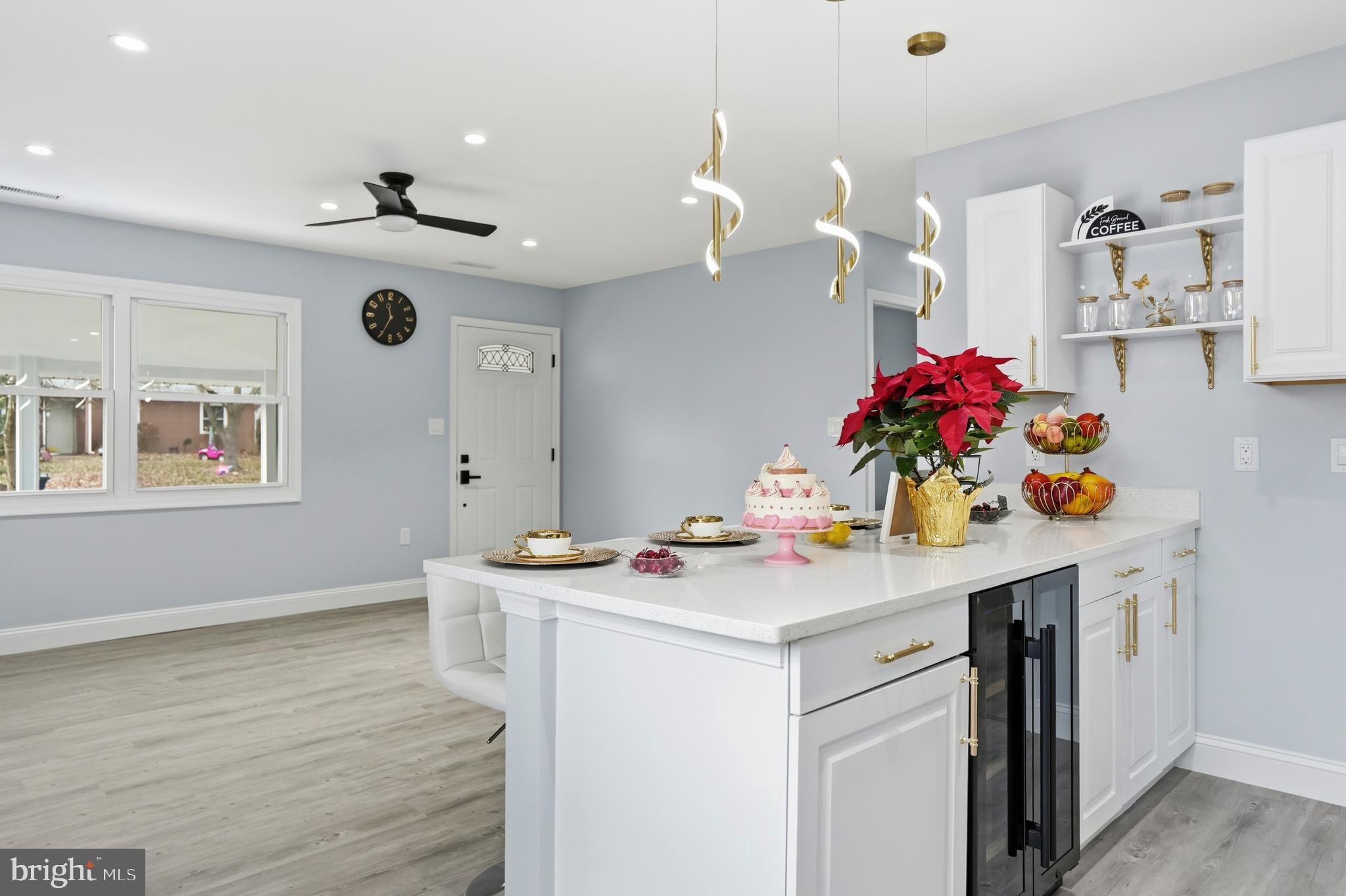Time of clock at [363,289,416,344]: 11:34
